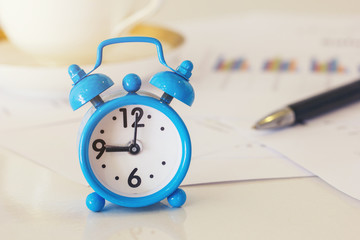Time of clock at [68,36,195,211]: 9:01
